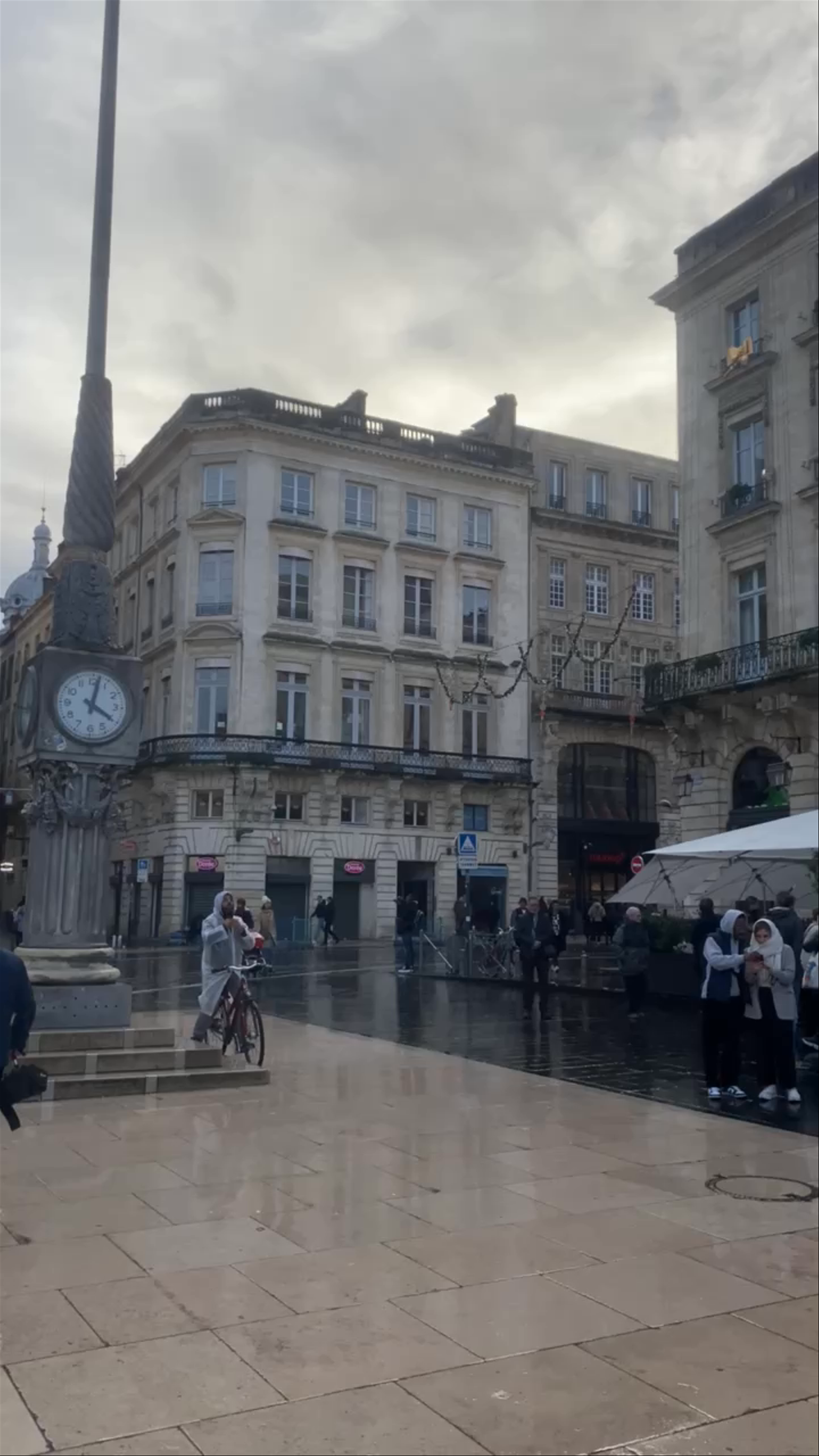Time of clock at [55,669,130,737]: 4:02
